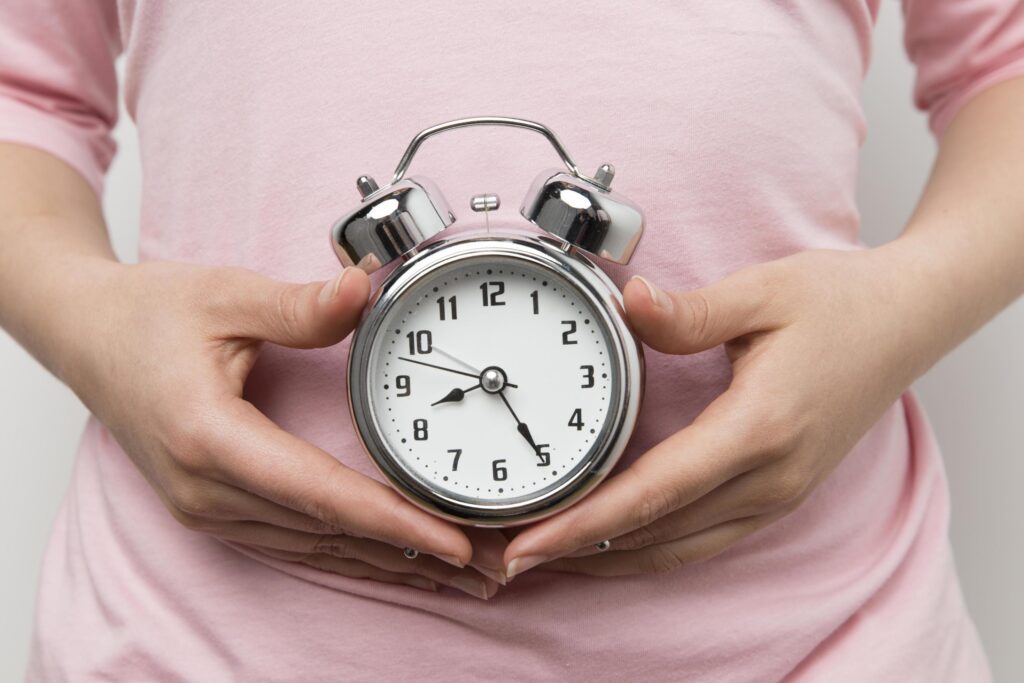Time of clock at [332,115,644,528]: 8:25
